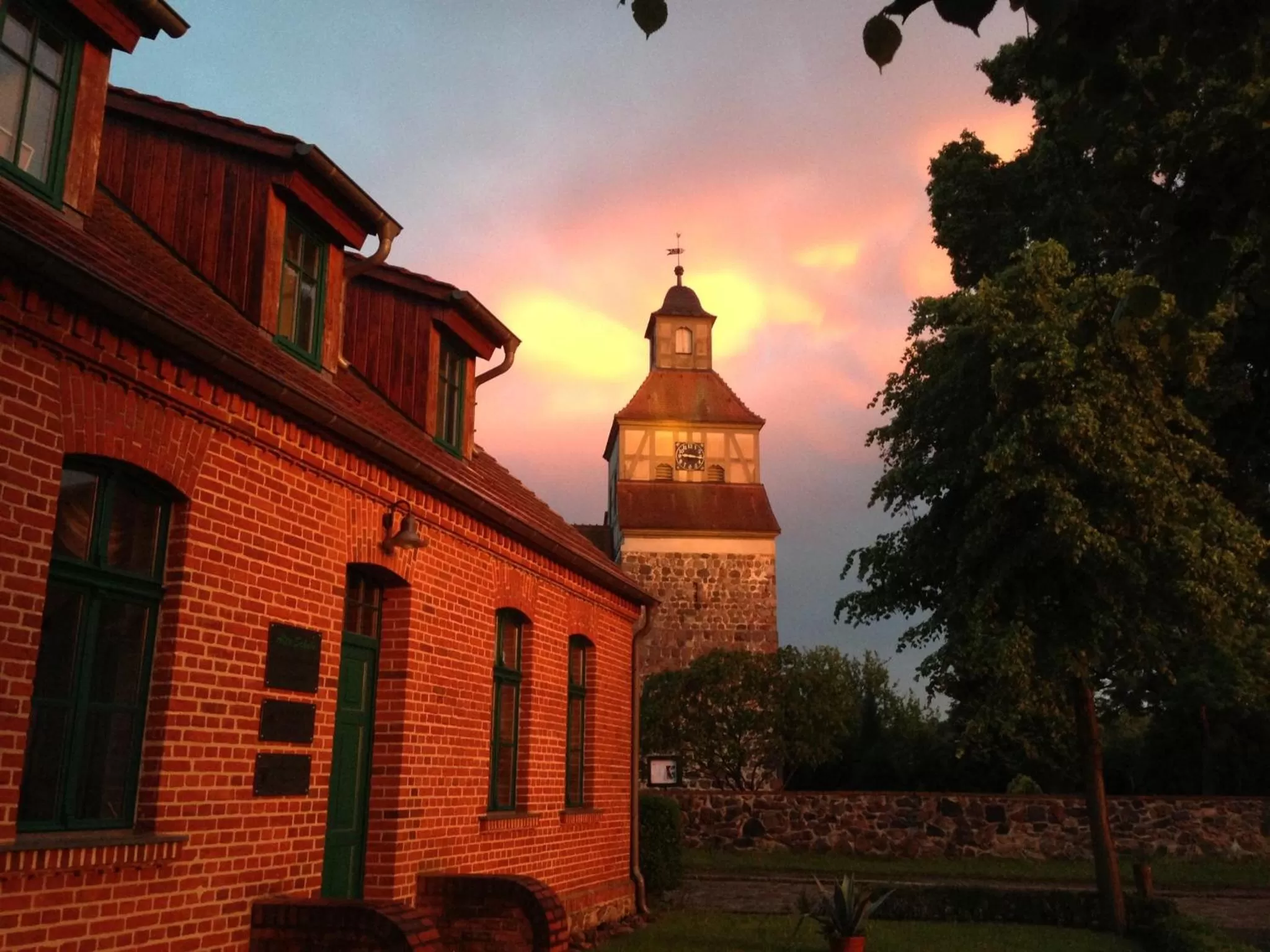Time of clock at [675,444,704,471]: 9:17
